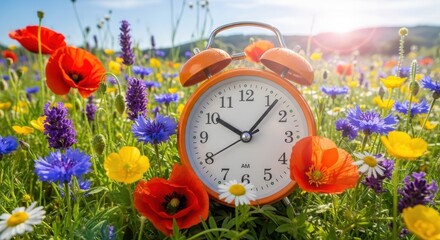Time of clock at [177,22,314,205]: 10:07
